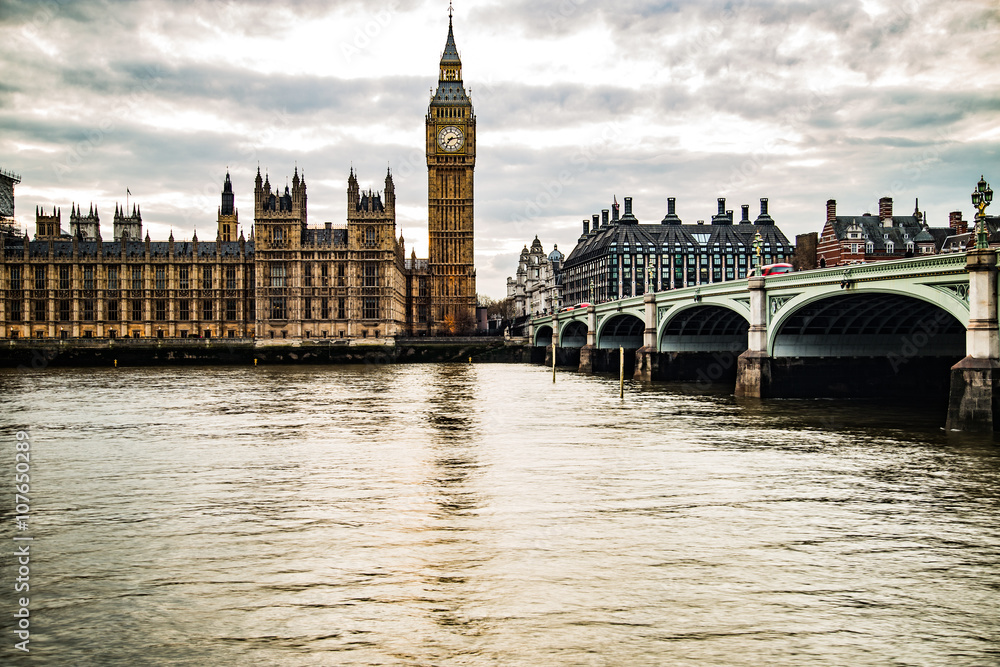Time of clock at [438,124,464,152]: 7:13
